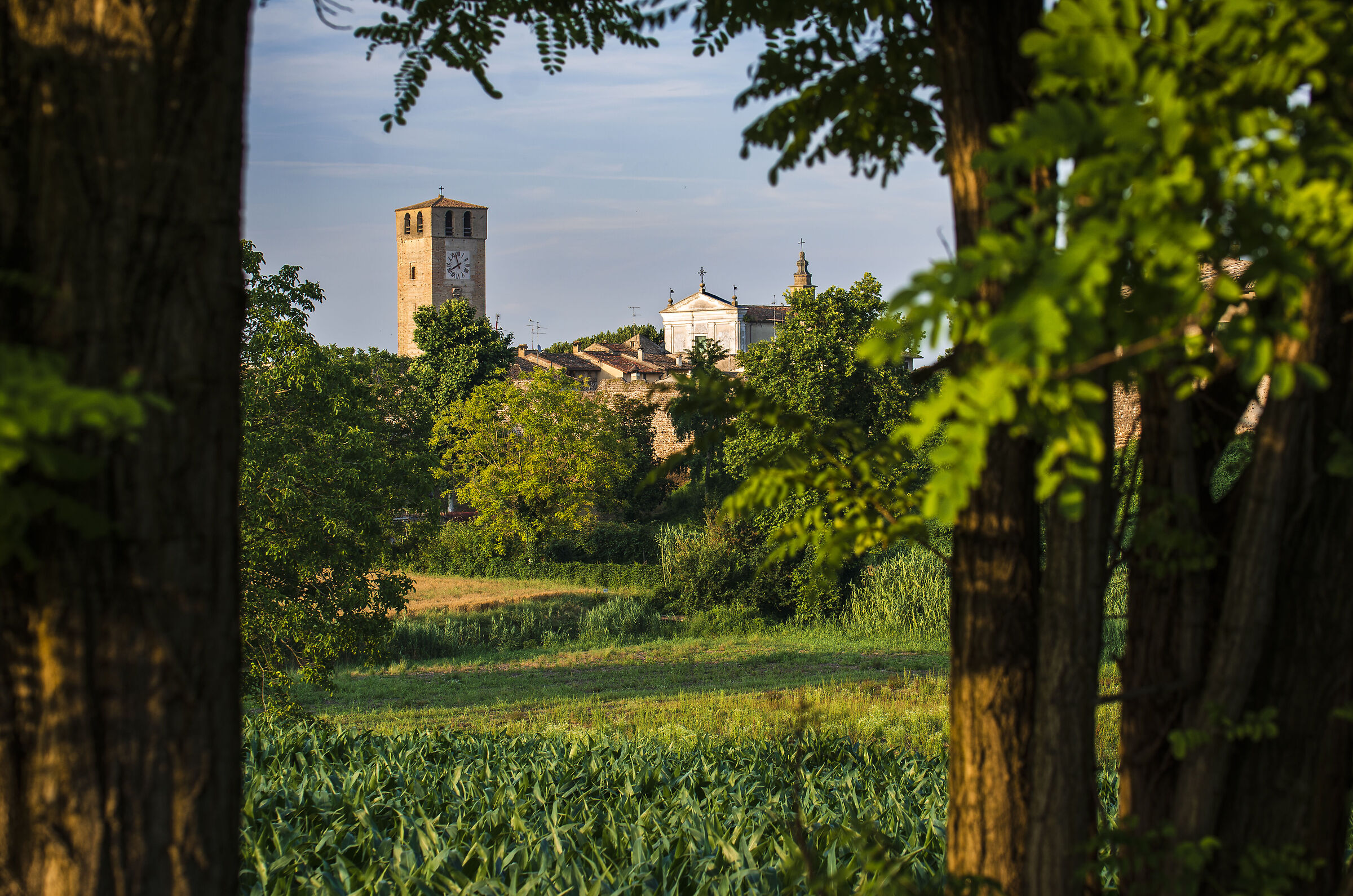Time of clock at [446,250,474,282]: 7:57
